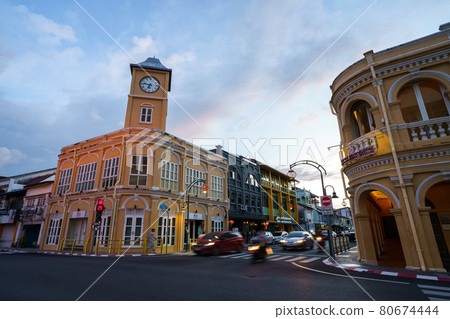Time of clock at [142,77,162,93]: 6:47
